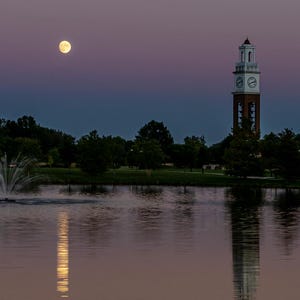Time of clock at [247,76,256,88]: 2:41
